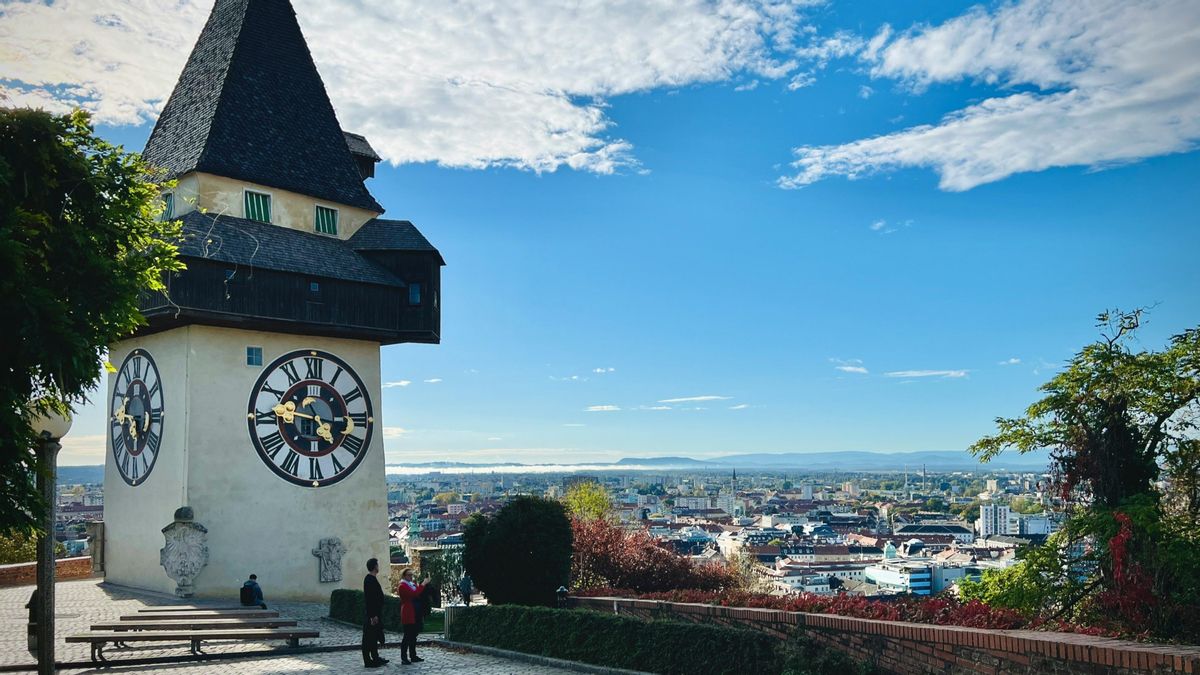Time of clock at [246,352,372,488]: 4:46
